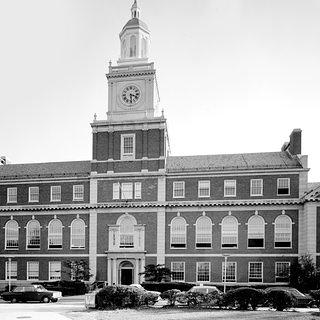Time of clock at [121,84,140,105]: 3:29
